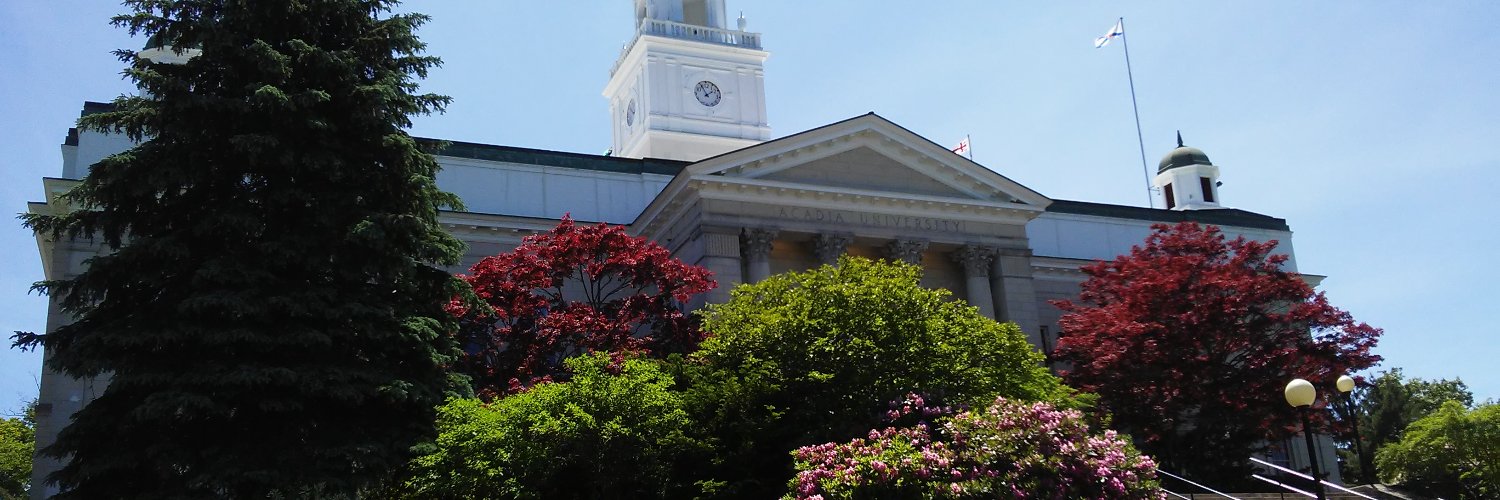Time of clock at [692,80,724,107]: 1:55
